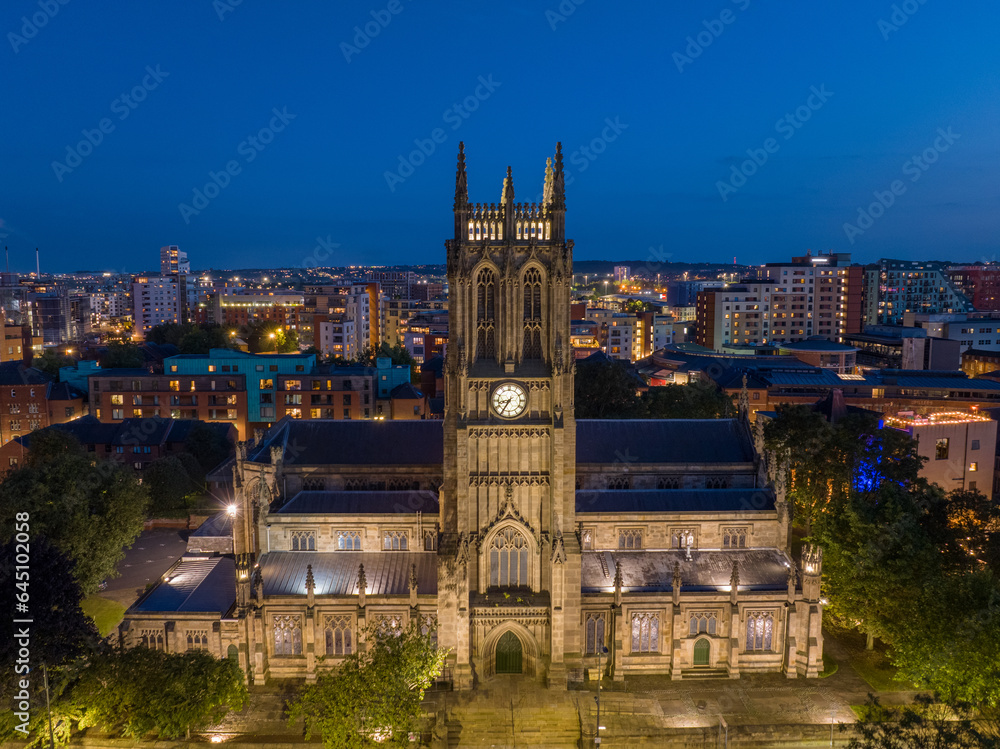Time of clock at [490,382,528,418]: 8:35
